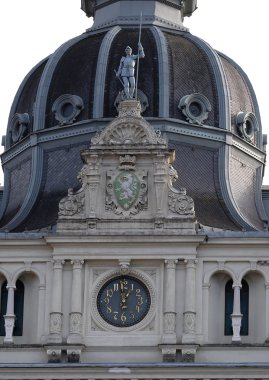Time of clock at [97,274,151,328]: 12:59
